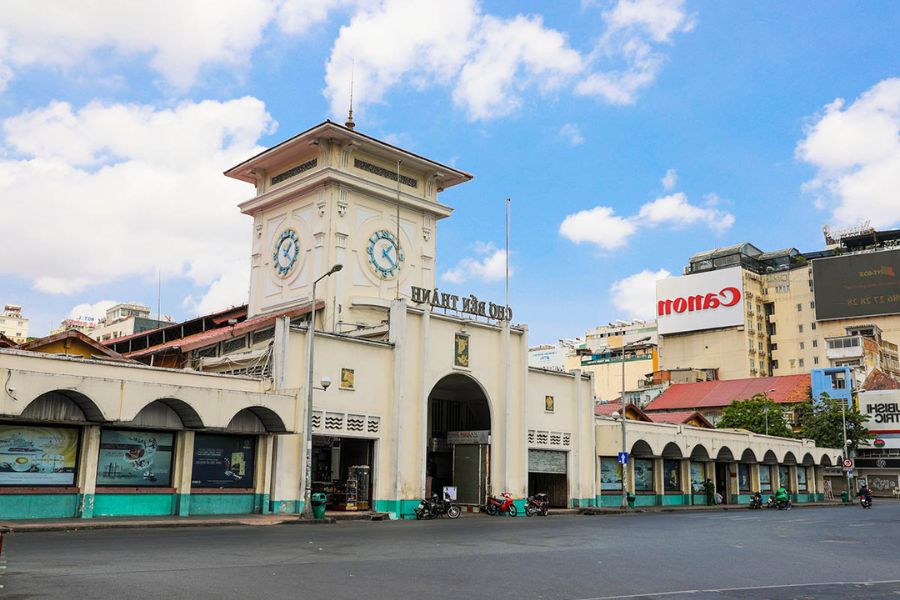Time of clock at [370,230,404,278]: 1:21
